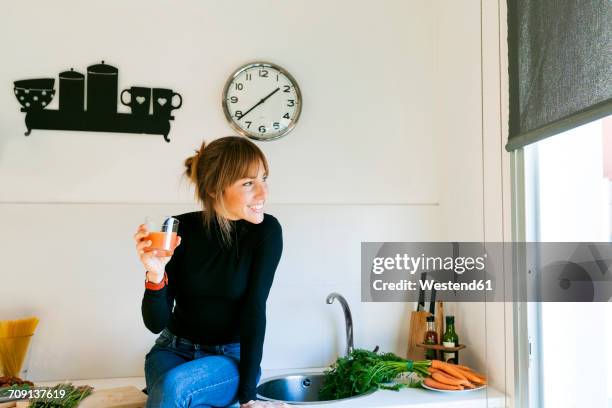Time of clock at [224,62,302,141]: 1:38
